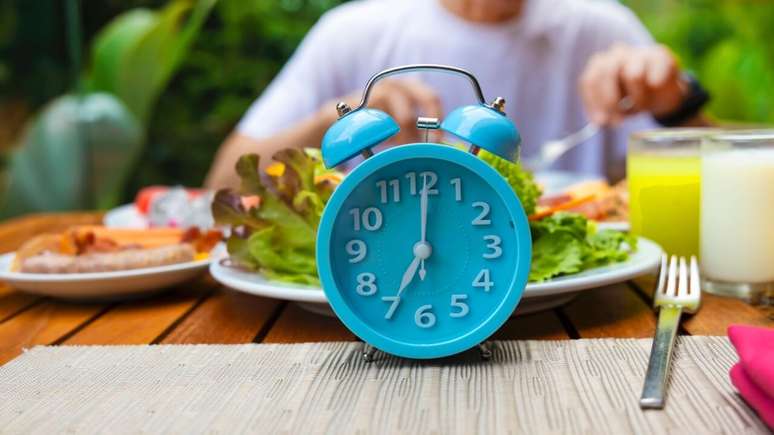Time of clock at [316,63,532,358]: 7:00
